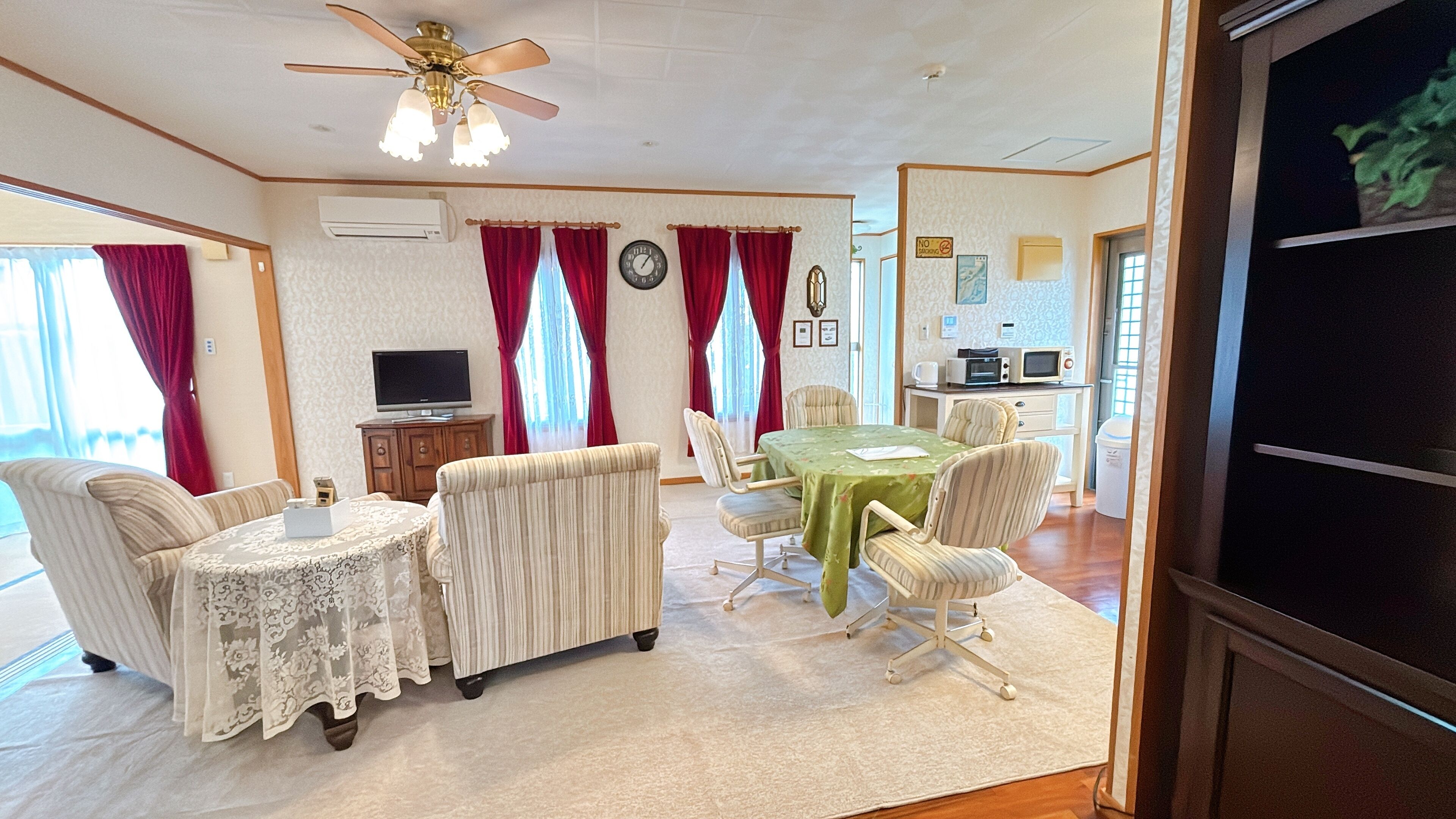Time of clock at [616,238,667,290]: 1:06
